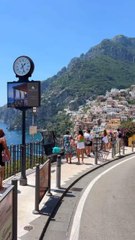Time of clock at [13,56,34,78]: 1:26
